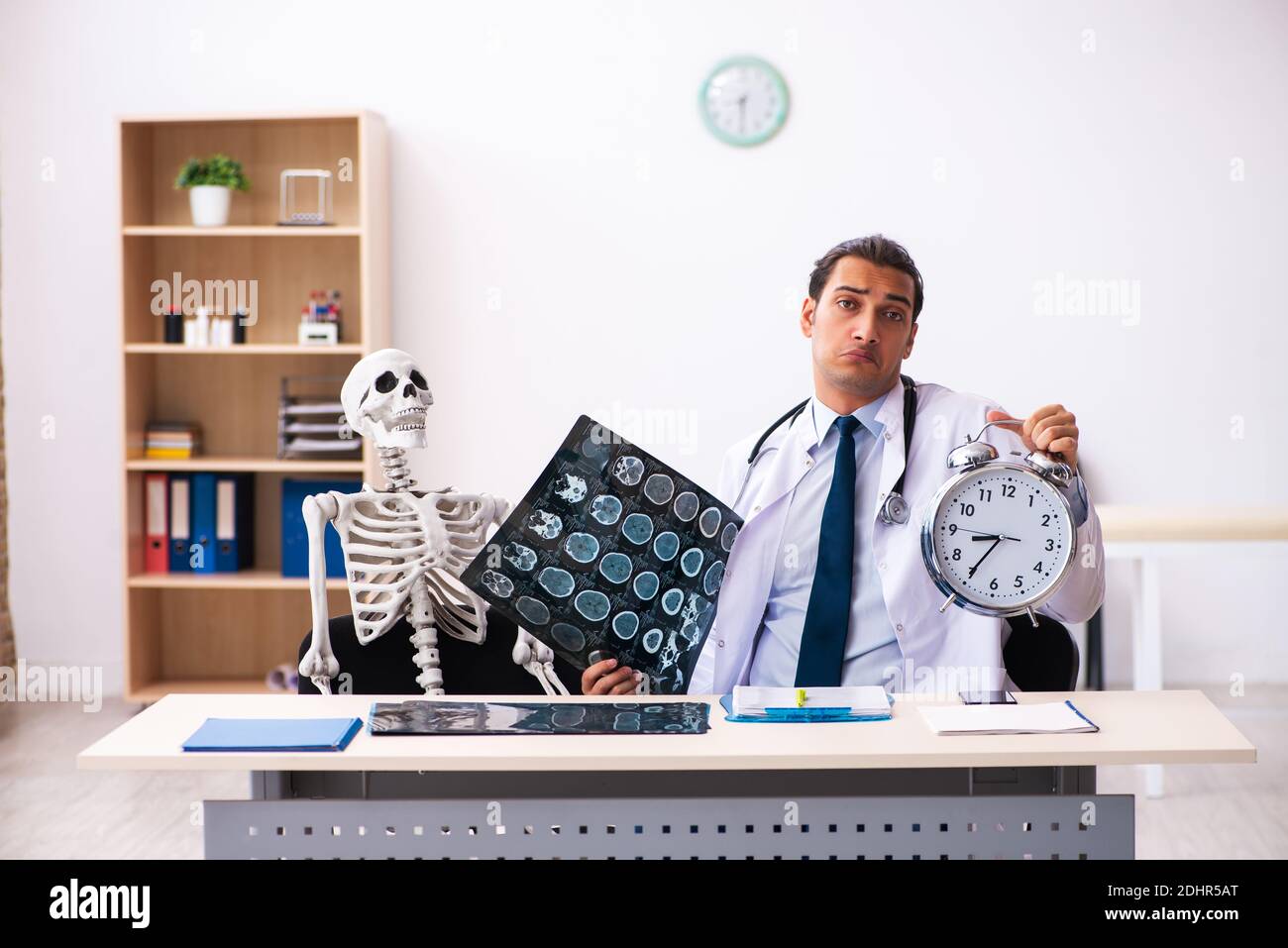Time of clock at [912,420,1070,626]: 8:35
